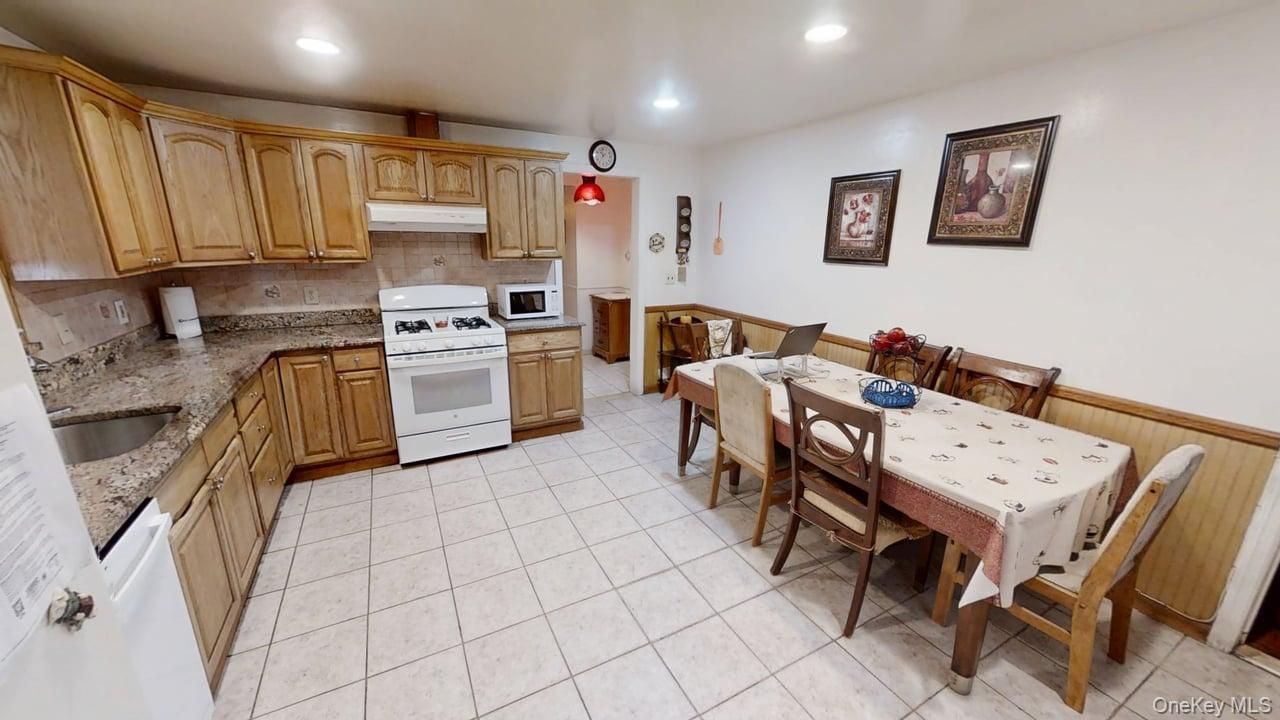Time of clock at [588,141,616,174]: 10:36
